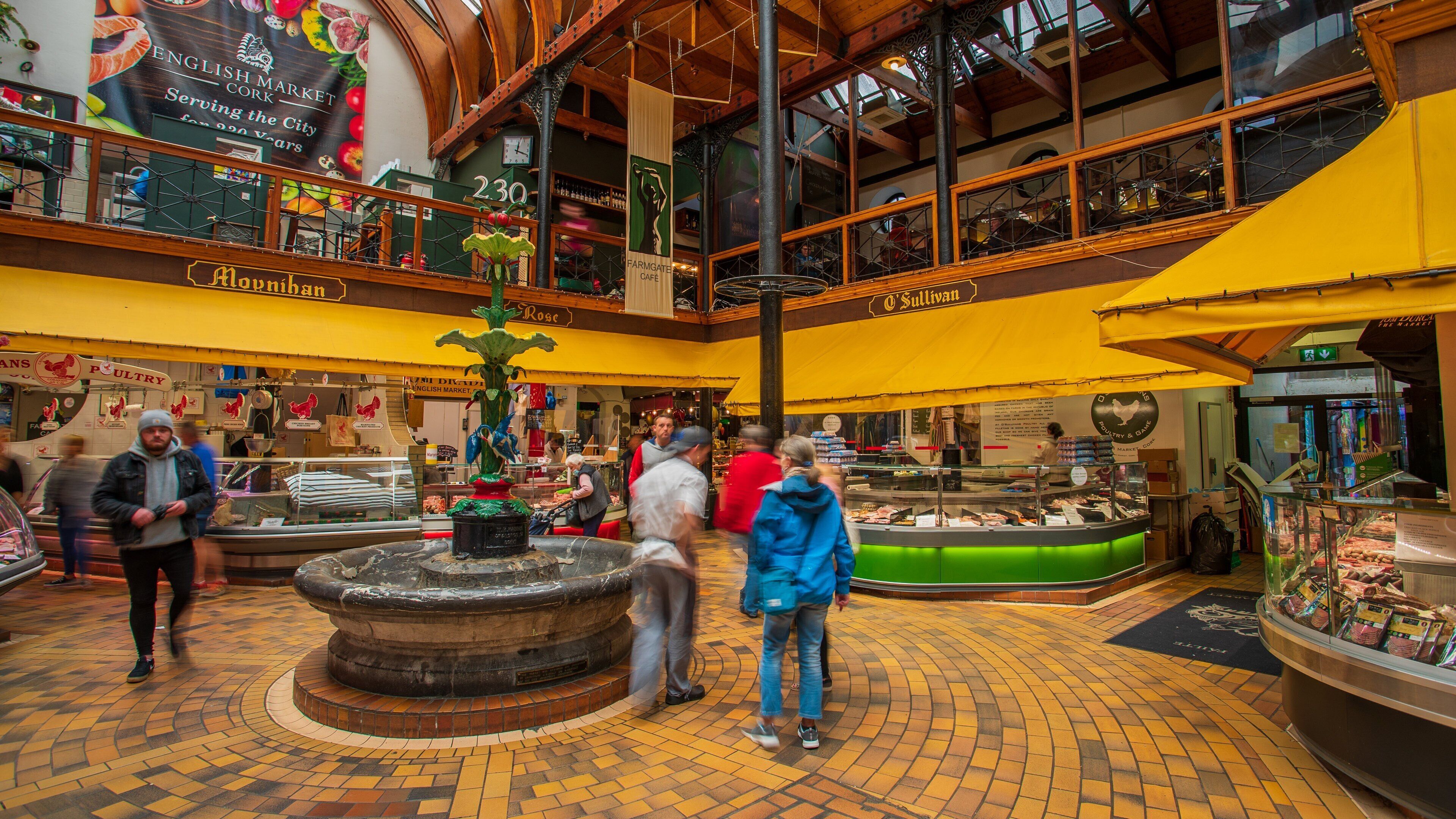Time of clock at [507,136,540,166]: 12:18
